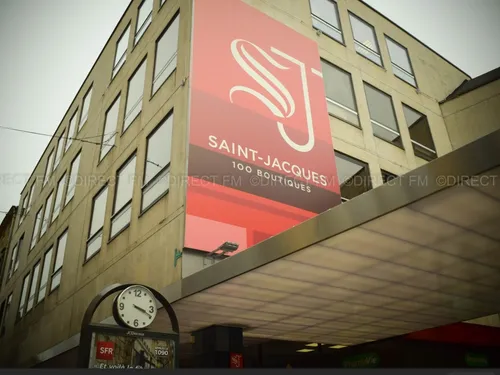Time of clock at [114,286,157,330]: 3:18
